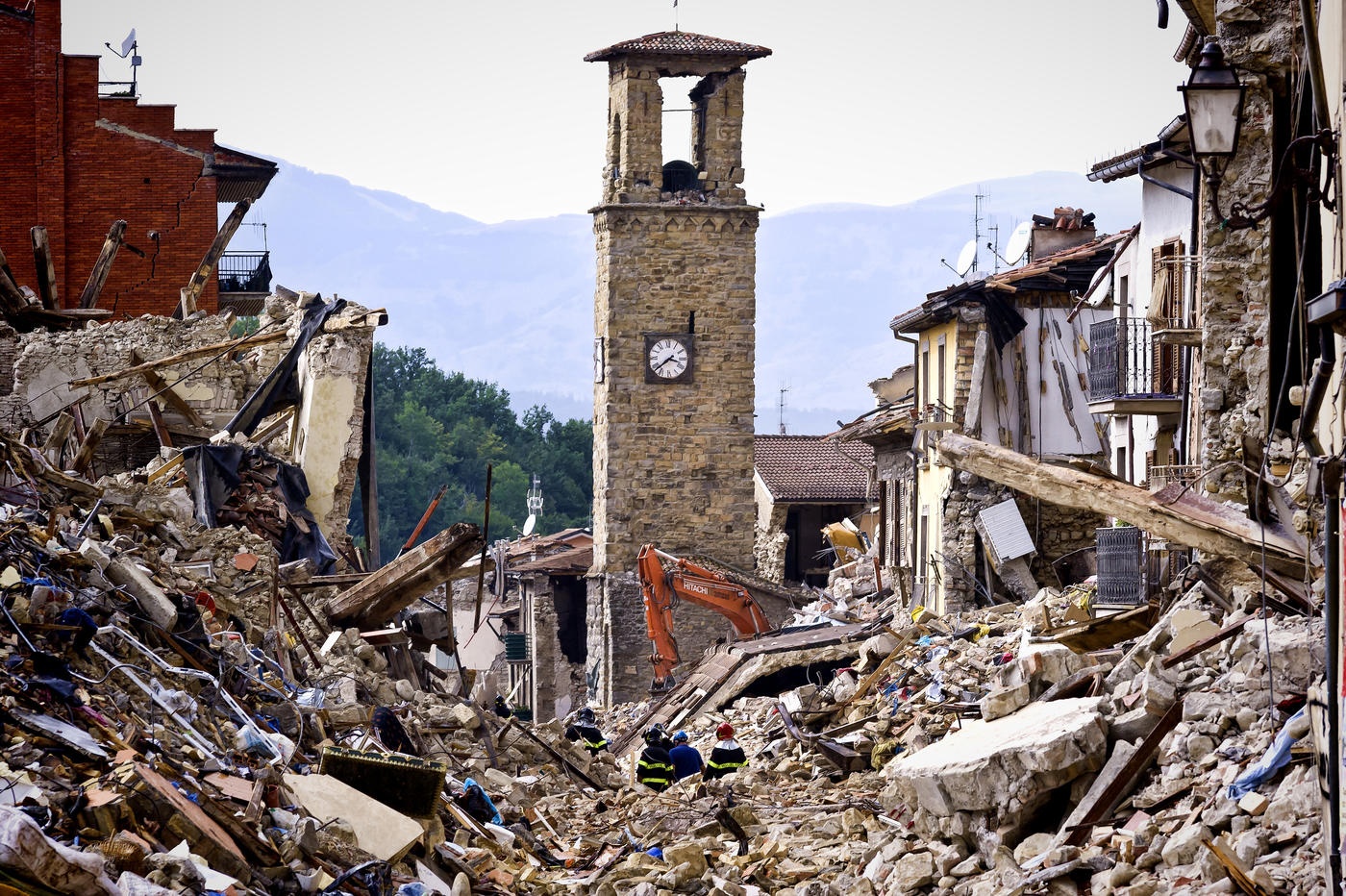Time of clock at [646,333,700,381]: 3:38
